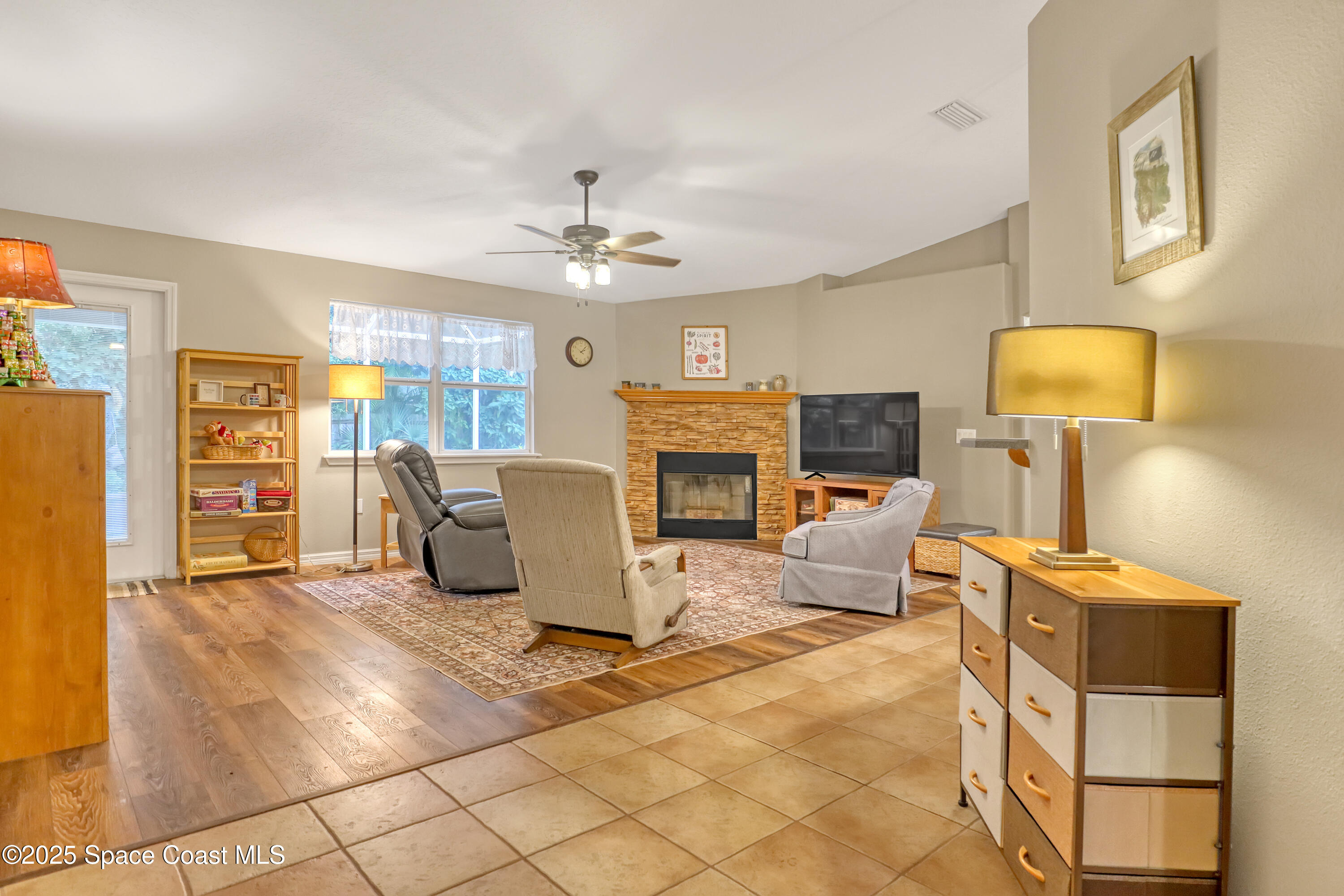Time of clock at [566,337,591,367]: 2:07
